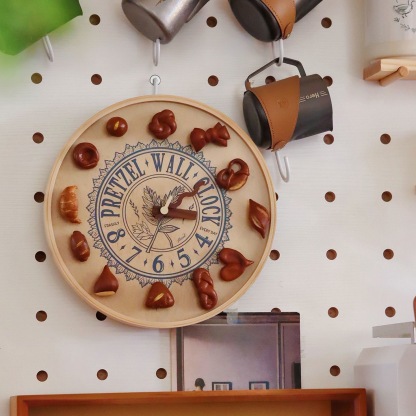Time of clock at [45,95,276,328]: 3:09
